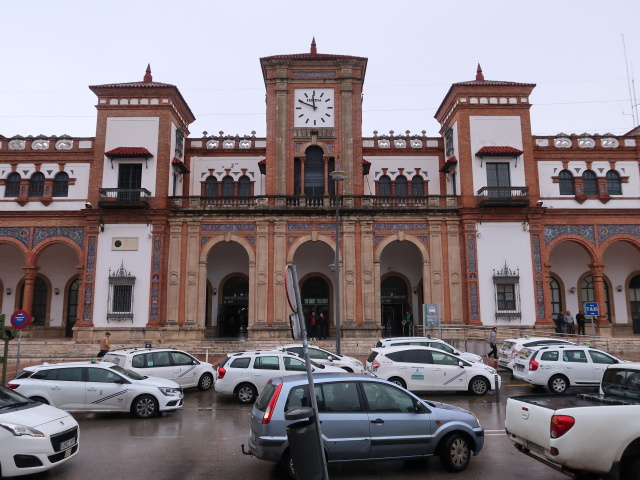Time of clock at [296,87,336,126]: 11:49
